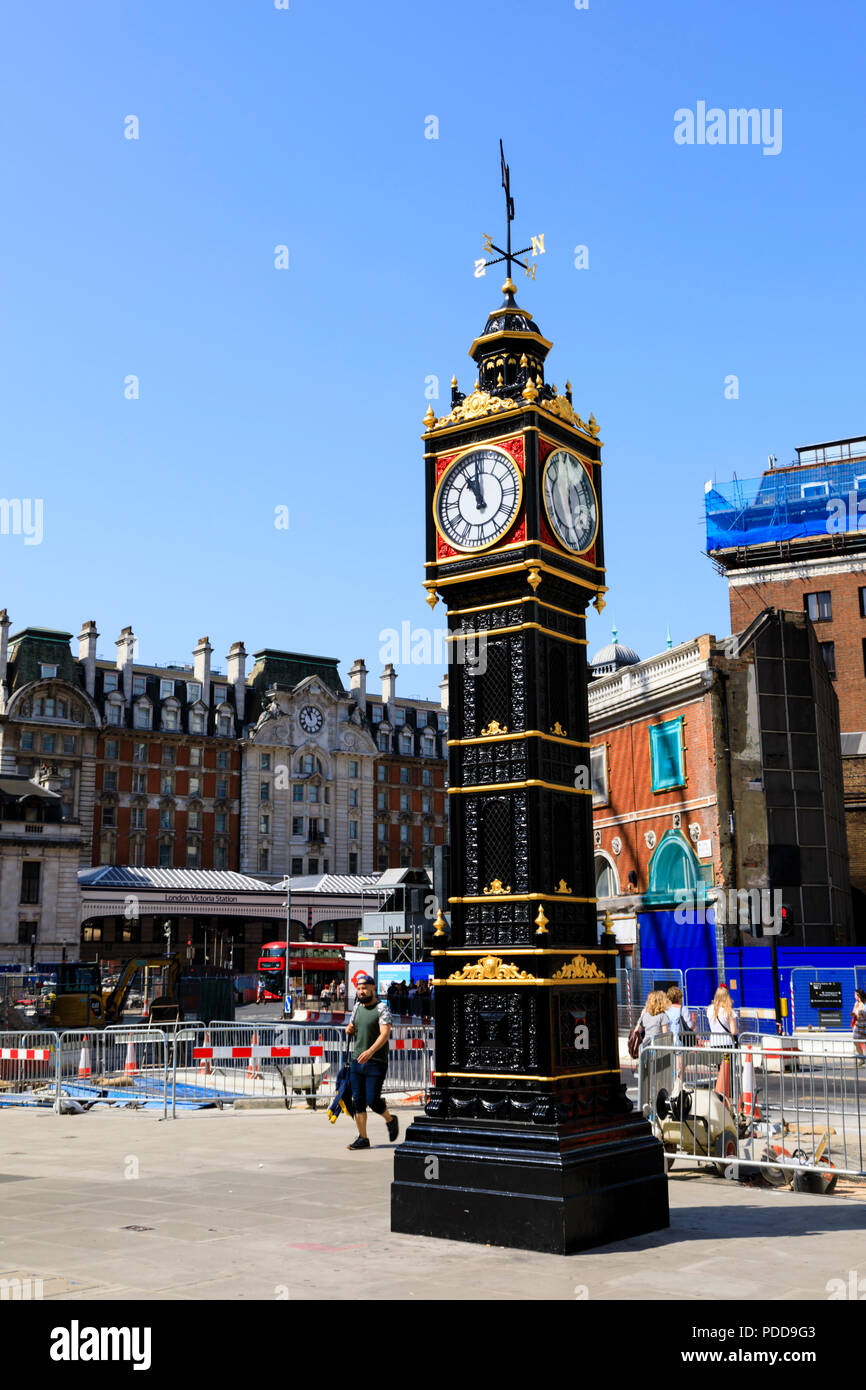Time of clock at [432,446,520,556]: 10:59
